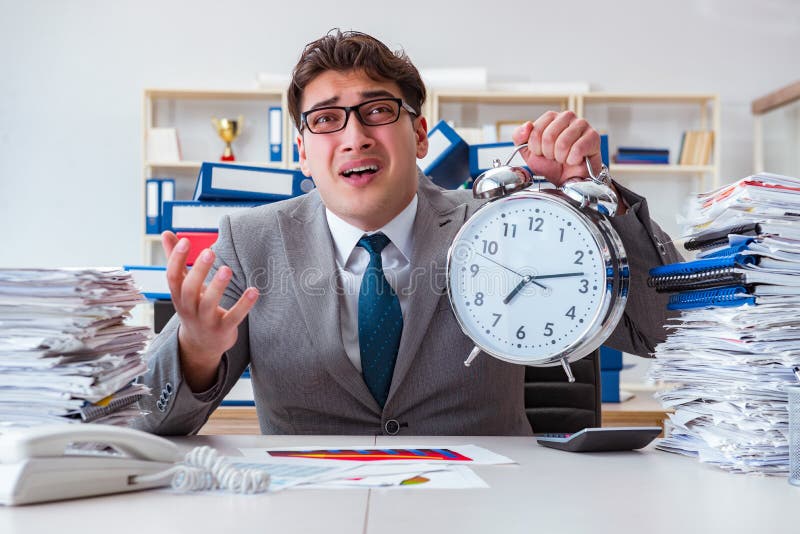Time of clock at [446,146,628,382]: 7:13
